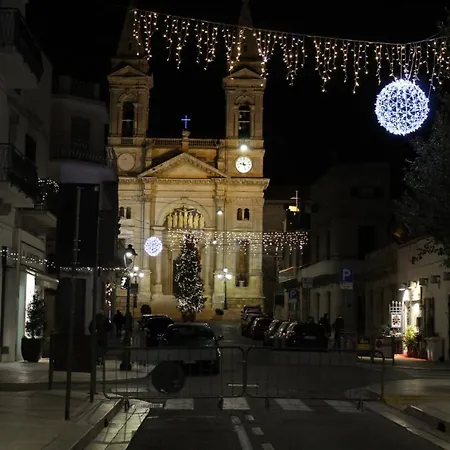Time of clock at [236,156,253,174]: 9:27
